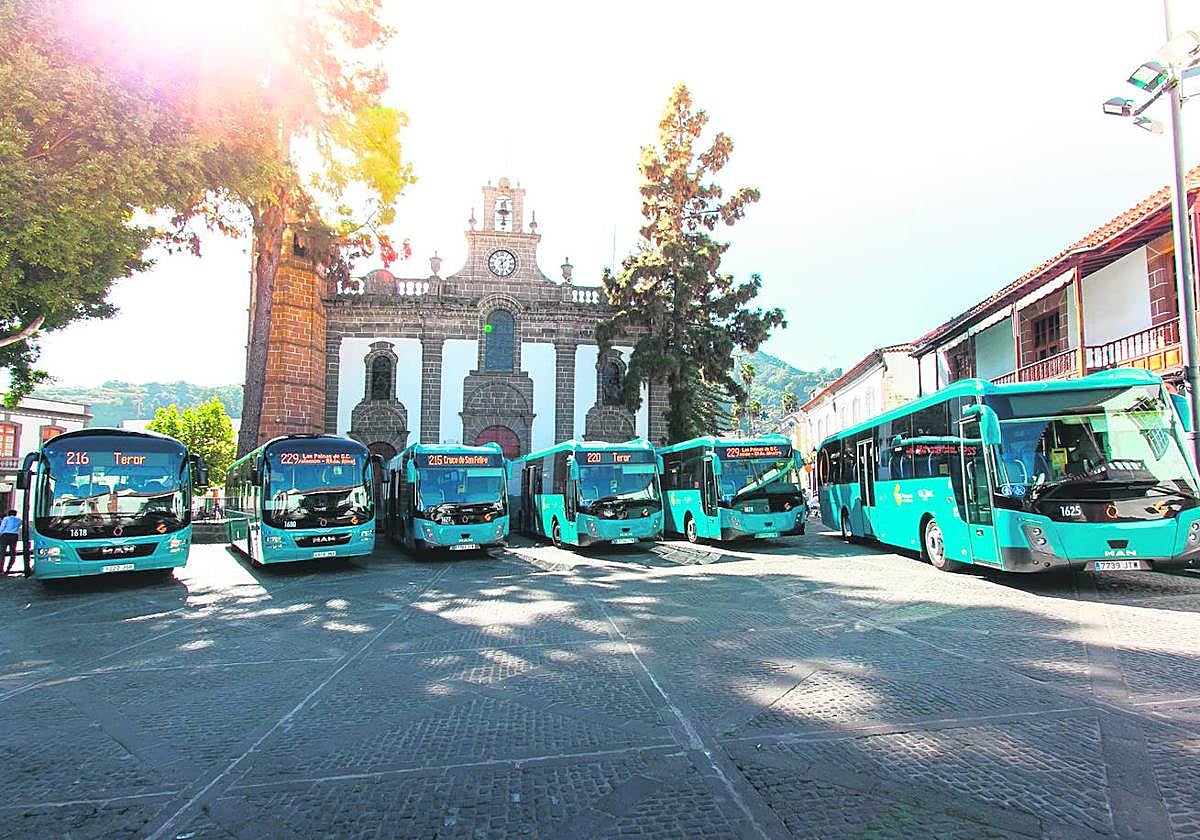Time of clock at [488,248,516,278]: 1:28
